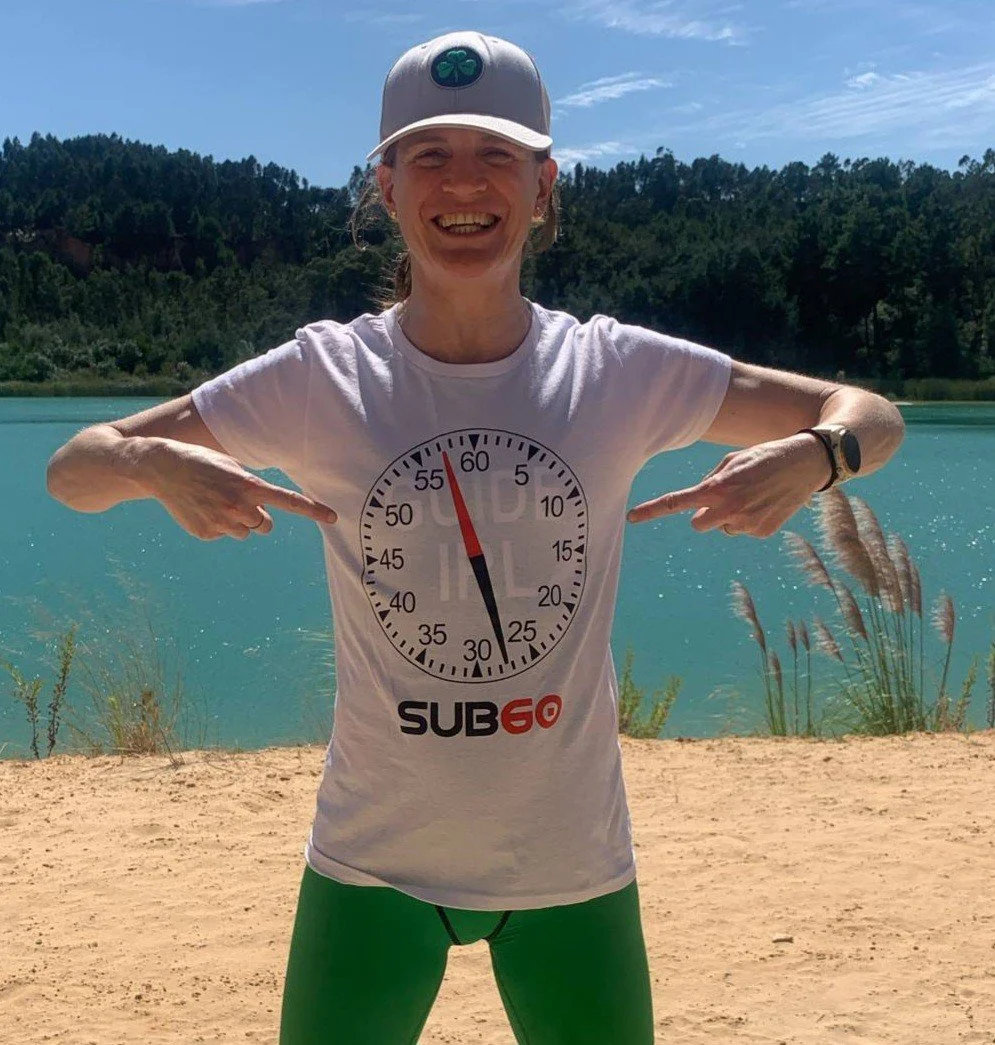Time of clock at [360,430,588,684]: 5:27
